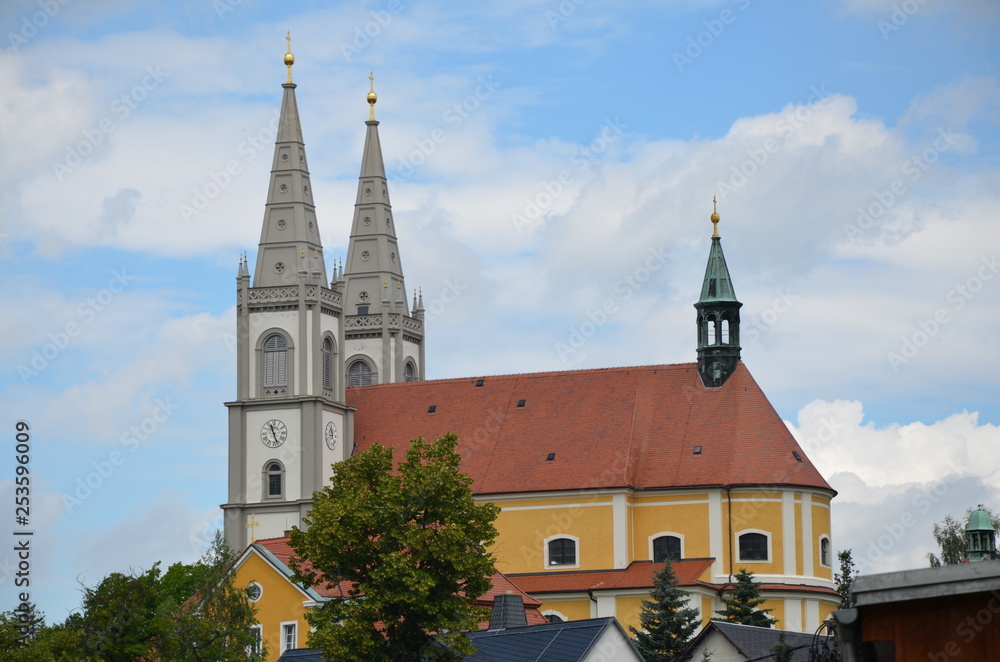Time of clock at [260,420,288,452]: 11:26
